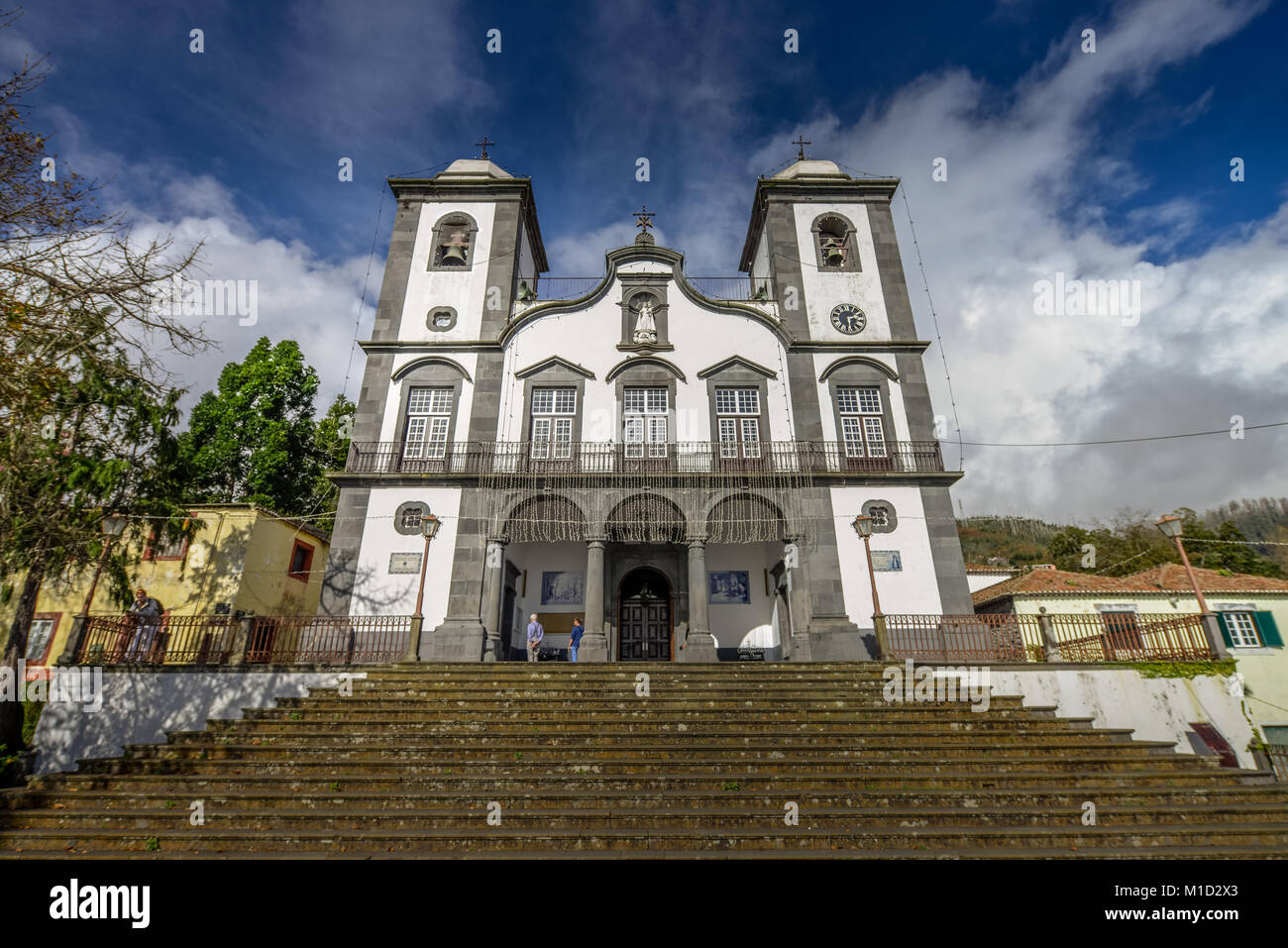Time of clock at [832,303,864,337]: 2:29
